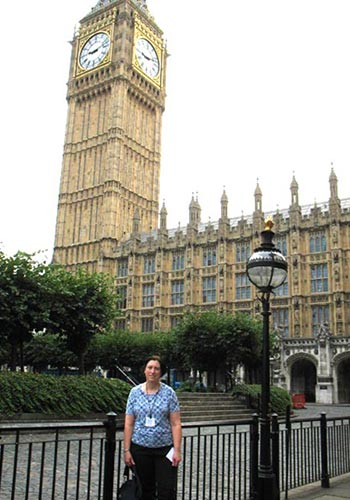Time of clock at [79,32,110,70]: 9:12
